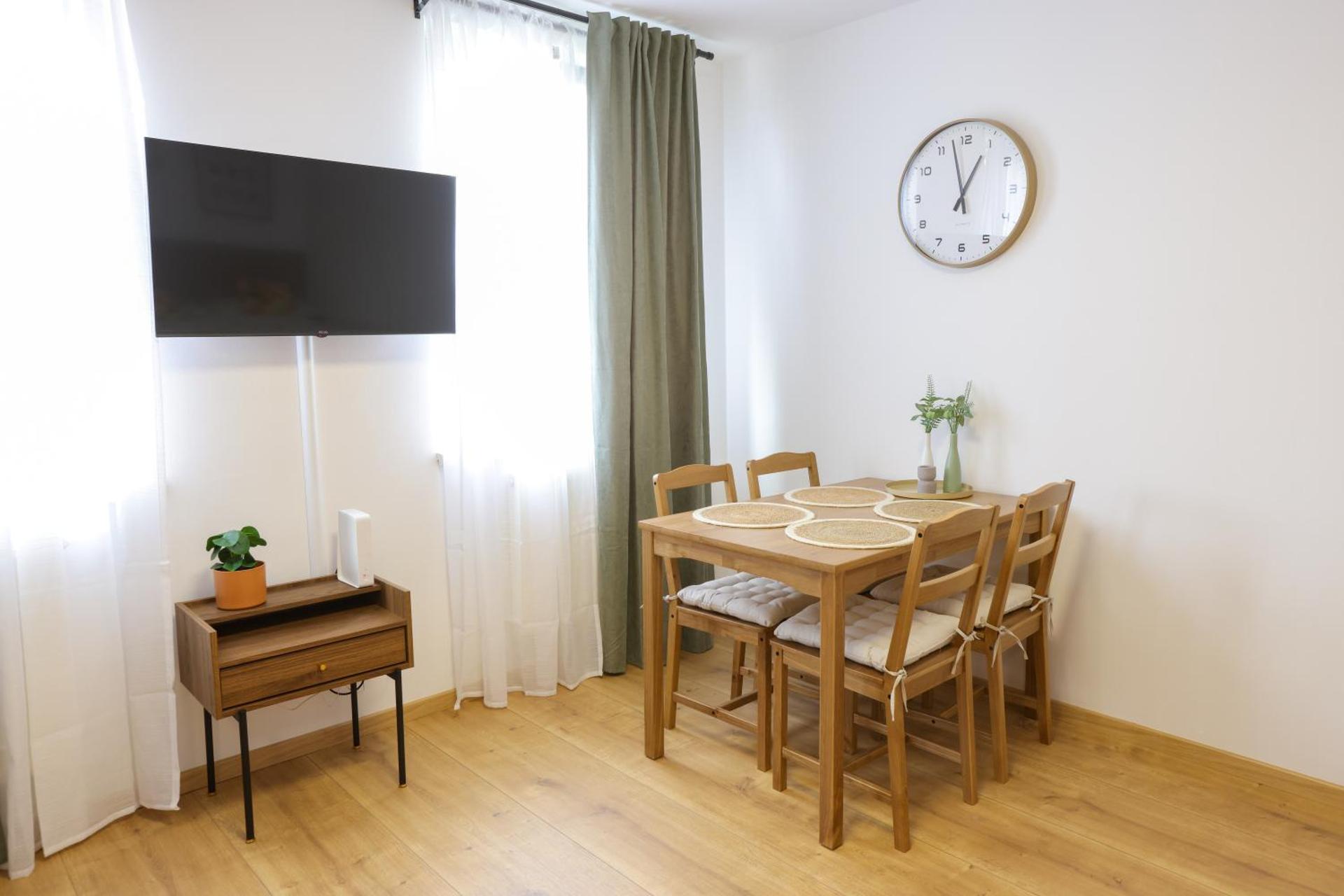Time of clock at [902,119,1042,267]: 12:57
